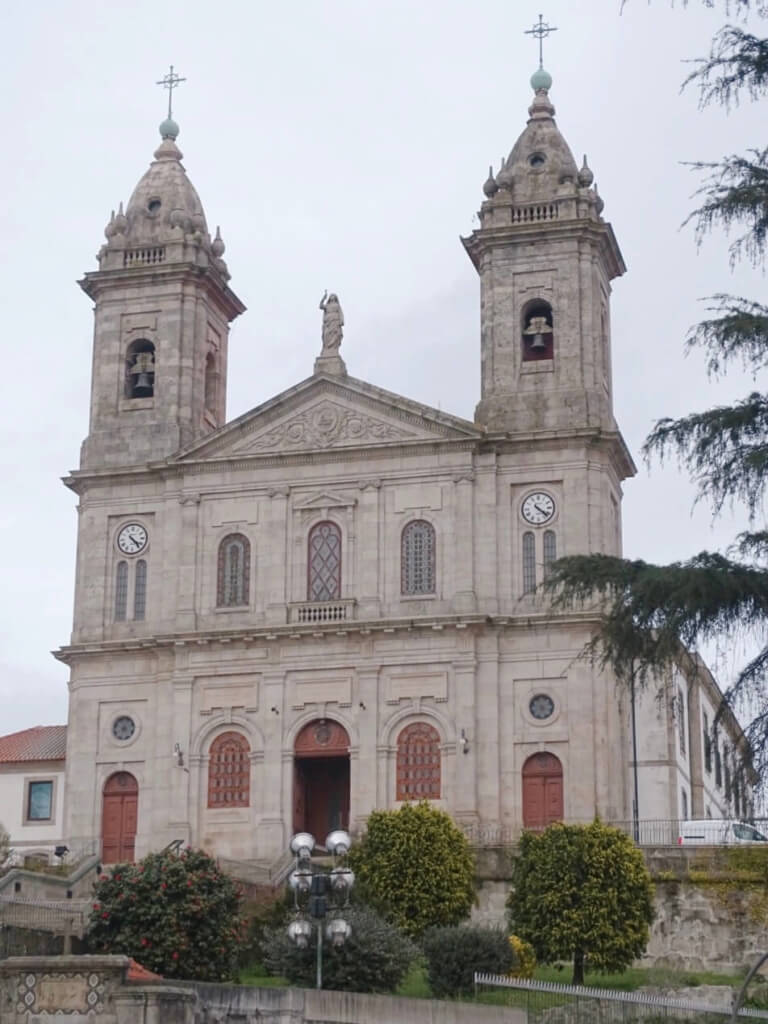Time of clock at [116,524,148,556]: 4:23
